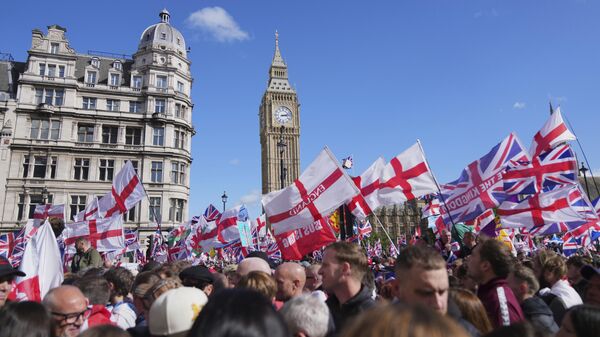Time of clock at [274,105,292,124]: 3:13
